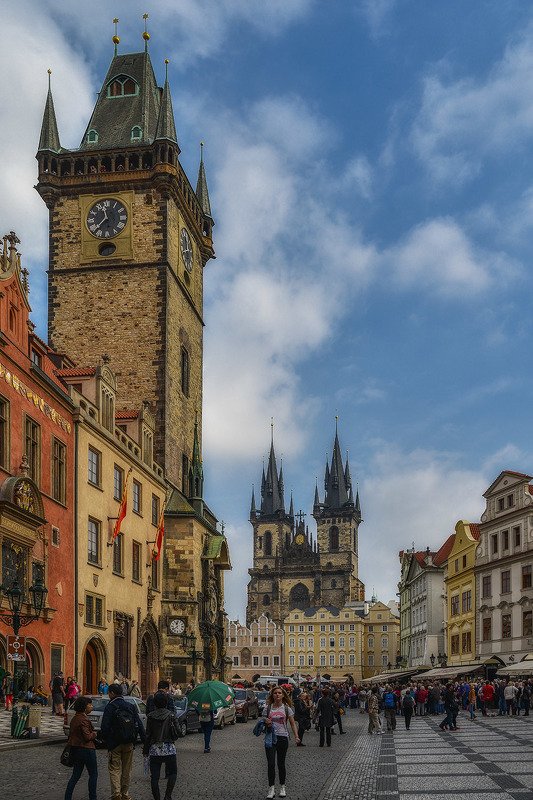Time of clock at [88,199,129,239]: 11:37
